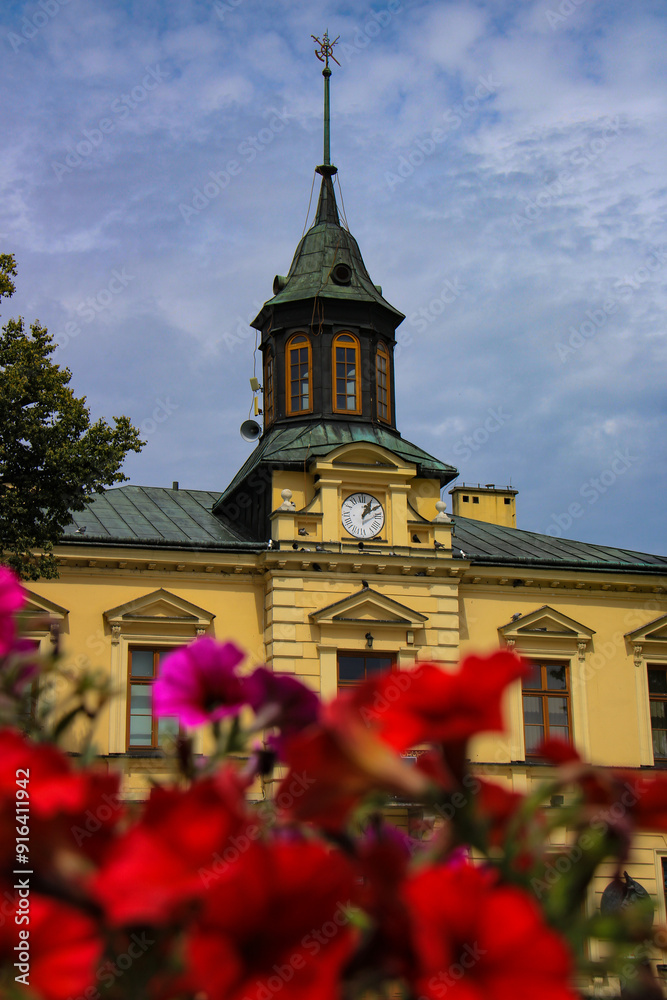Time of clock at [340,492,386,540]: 1:09
